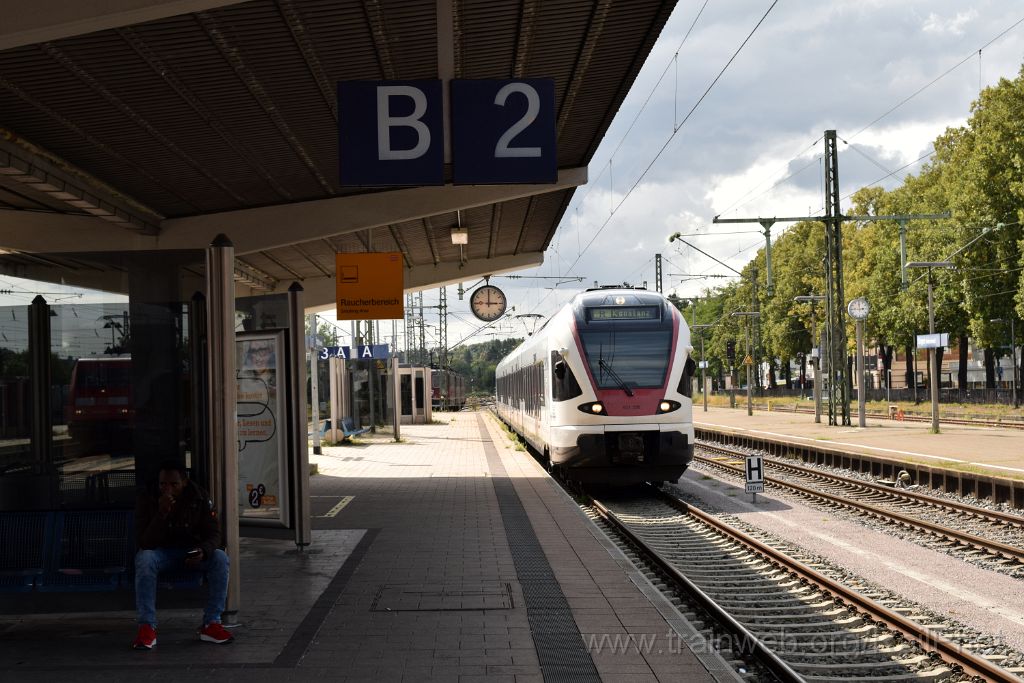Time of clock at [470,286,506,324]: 3:00
